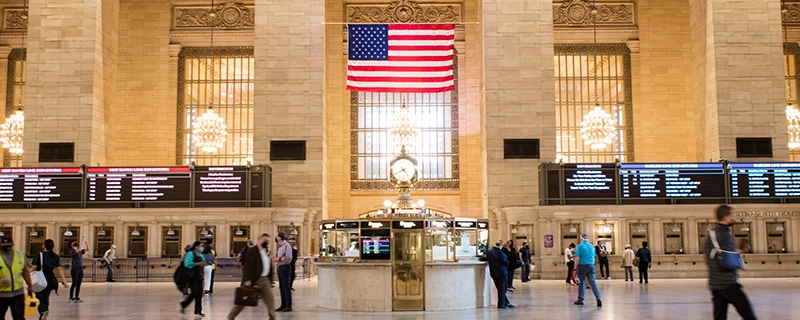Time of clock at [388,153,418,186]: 4:40
